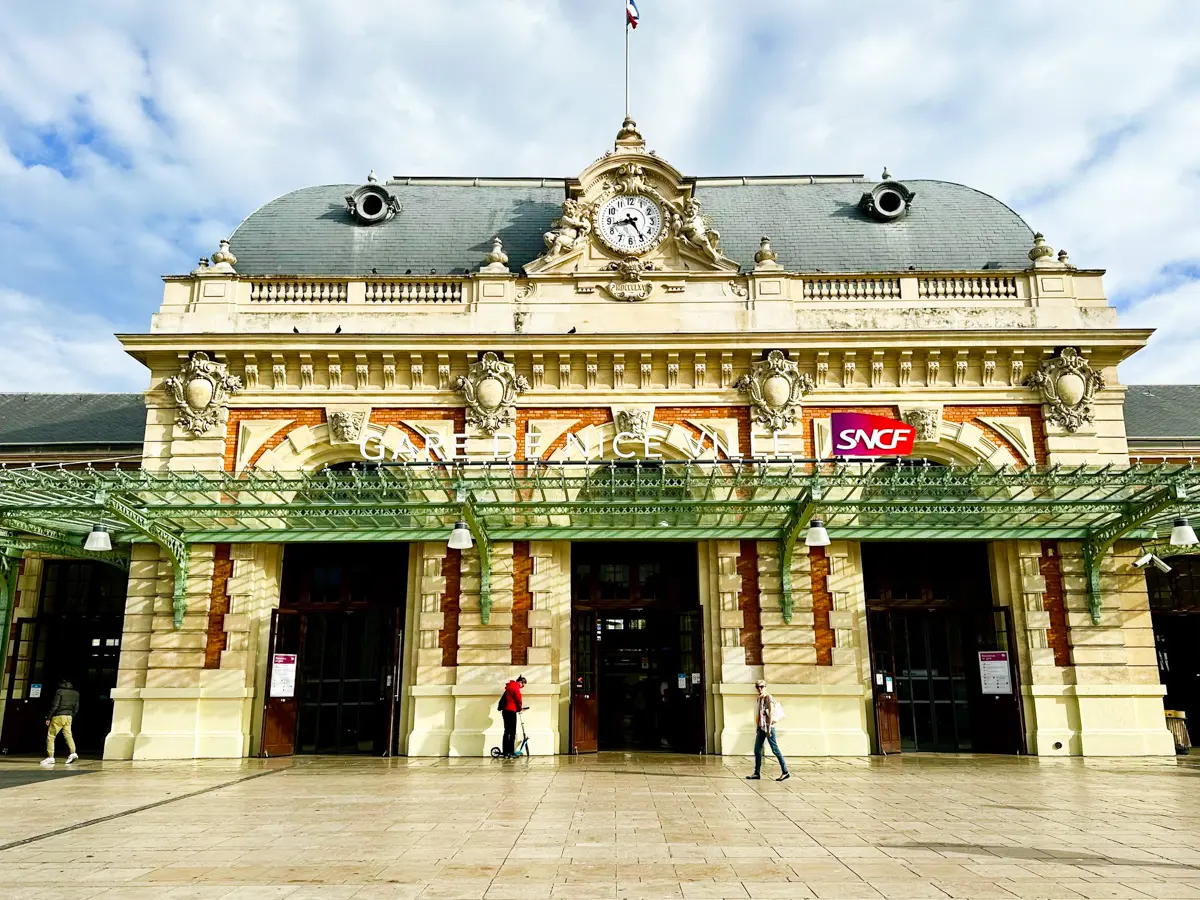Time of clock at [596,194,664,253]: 8:24
